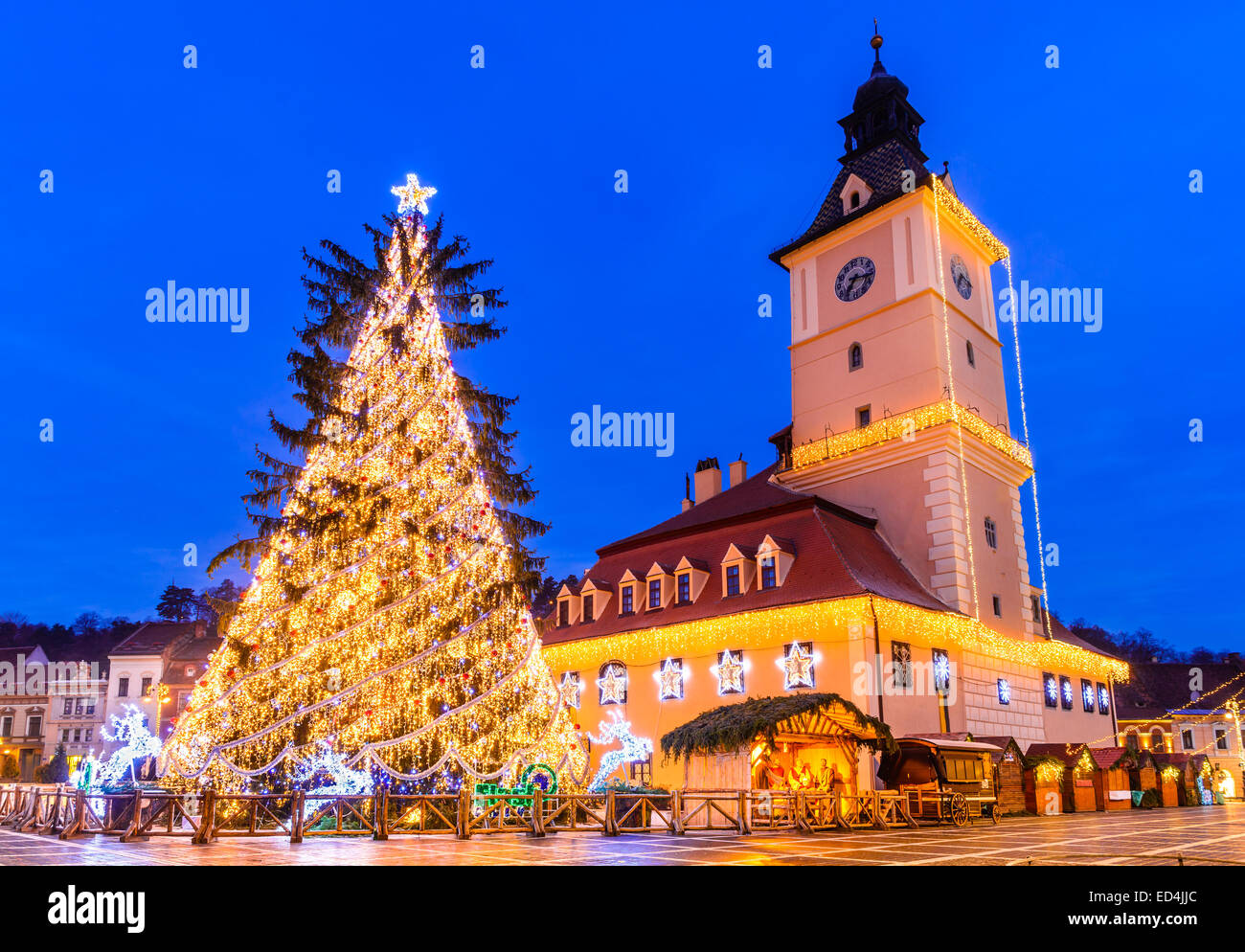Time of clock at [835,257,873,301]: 7:15
